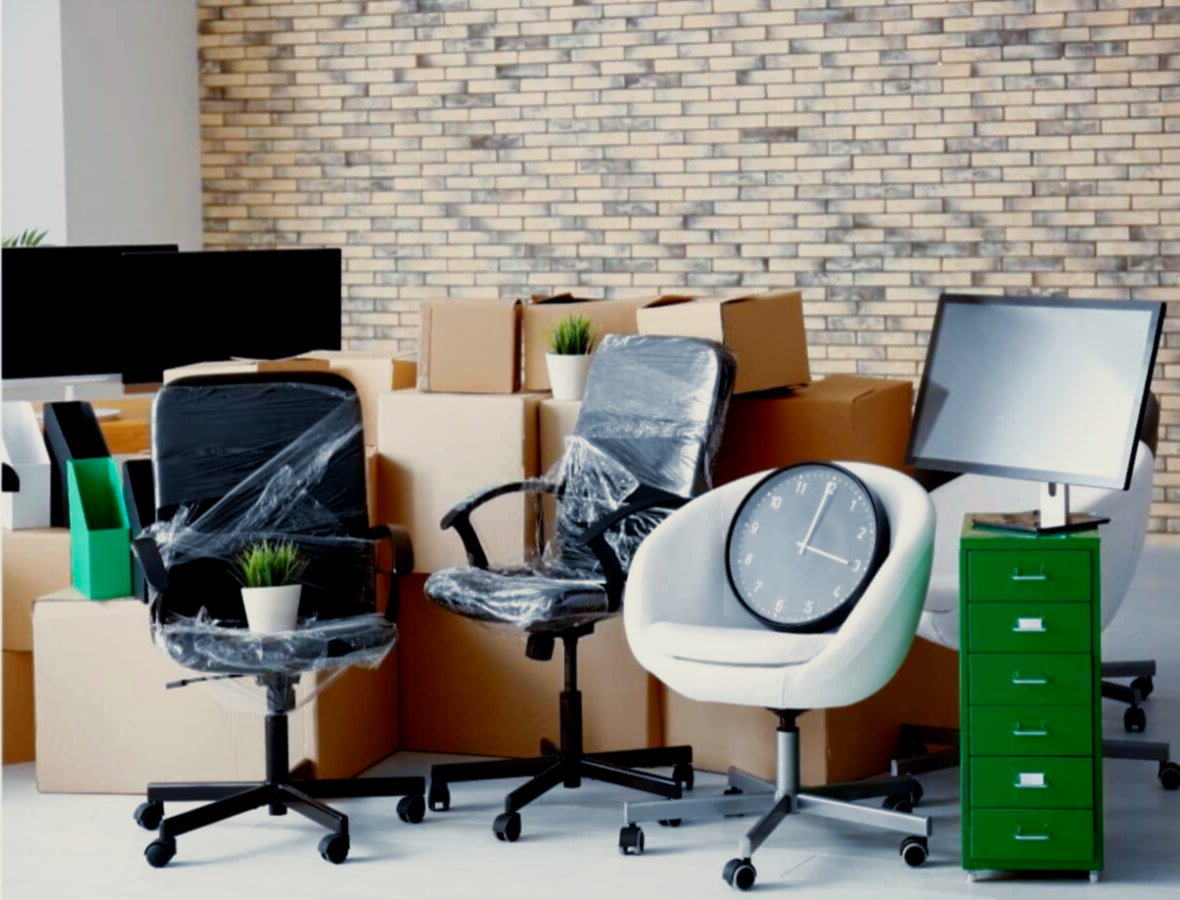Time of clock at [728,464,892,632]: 3:00
